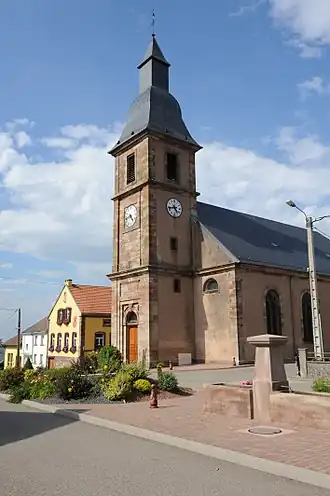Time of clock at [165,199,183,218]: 4:42
